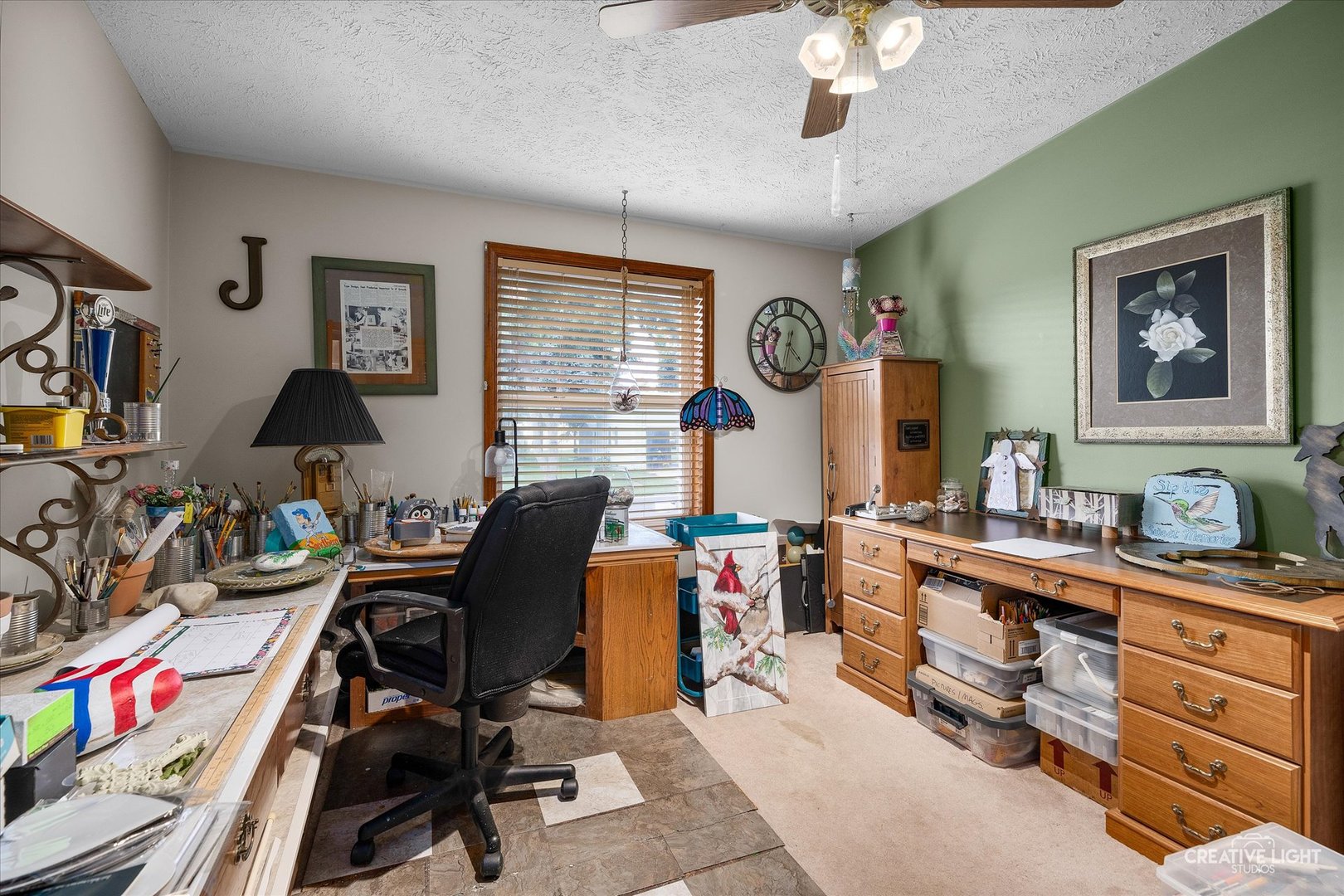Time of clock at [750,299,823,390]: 4:32
